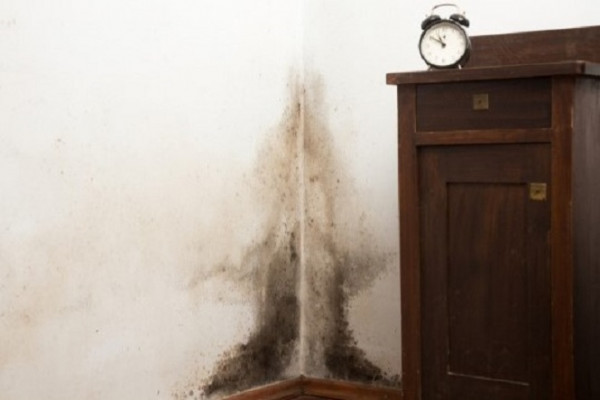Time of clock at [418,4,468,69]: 10:50
